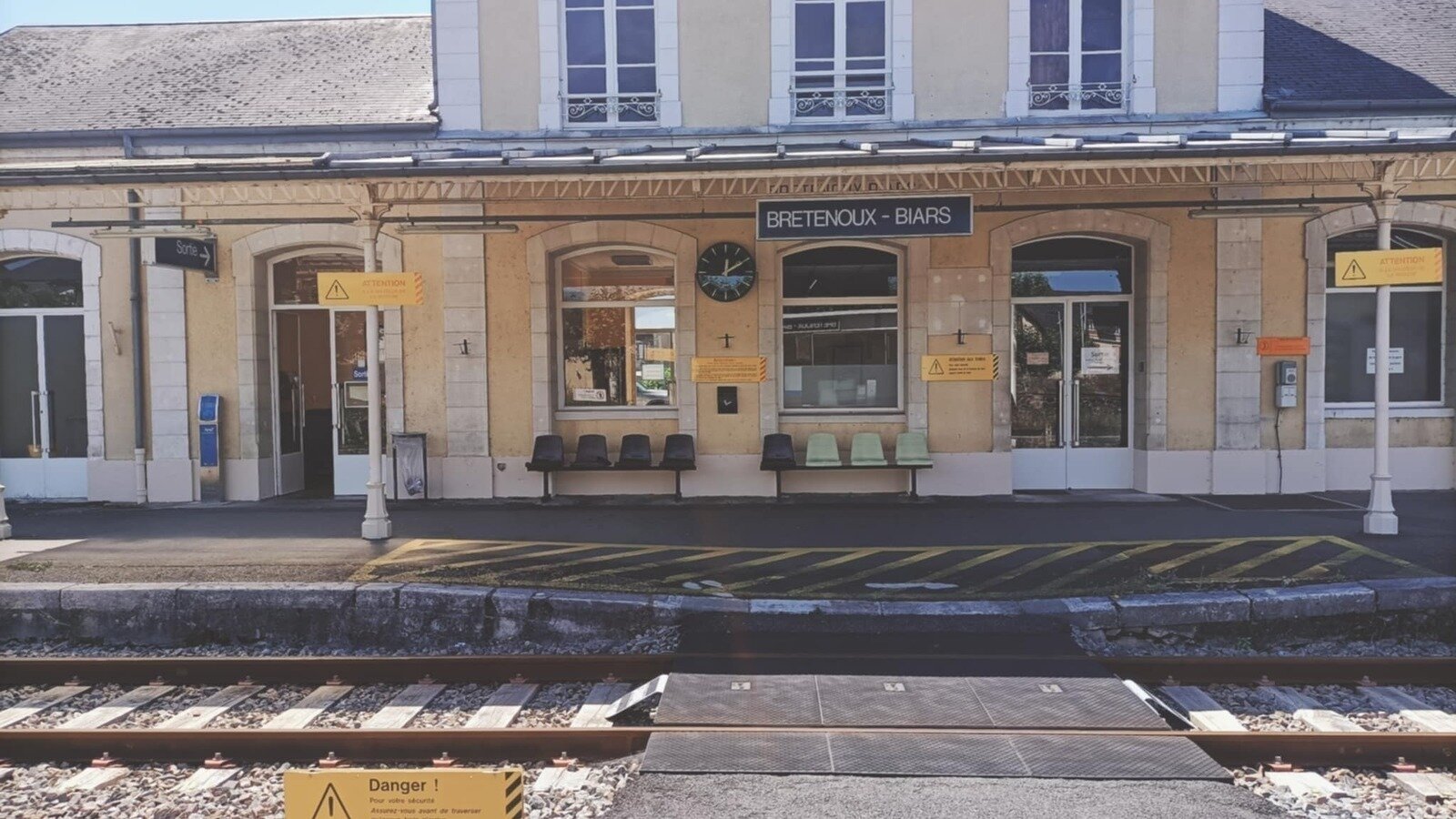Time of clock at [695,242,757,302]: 12:09
